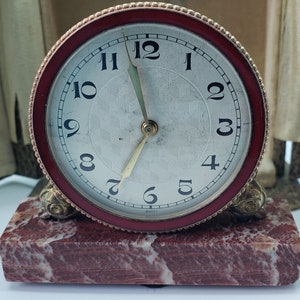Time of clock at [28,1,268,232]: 6:57
